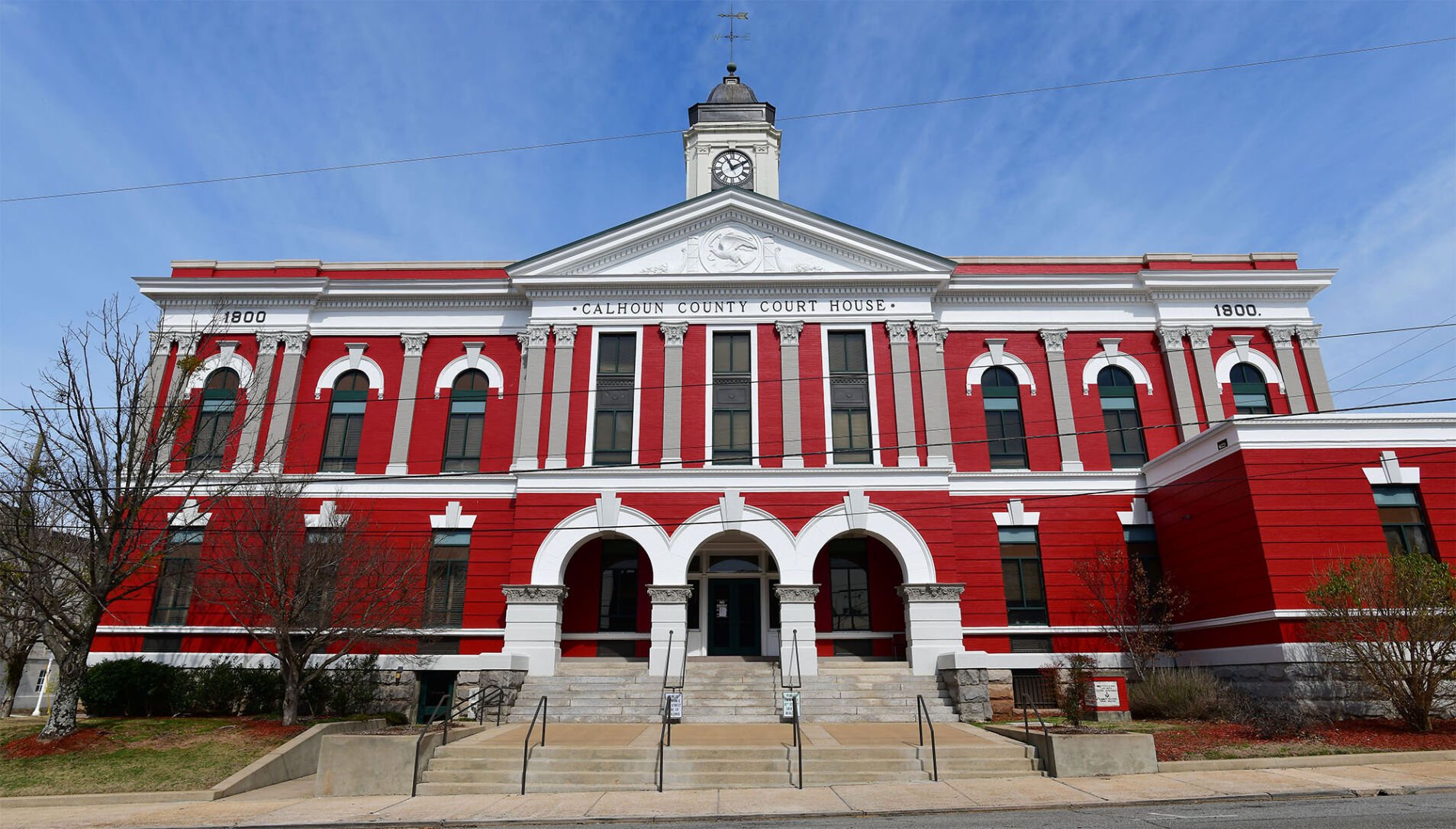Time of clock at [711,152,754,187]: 11:09
